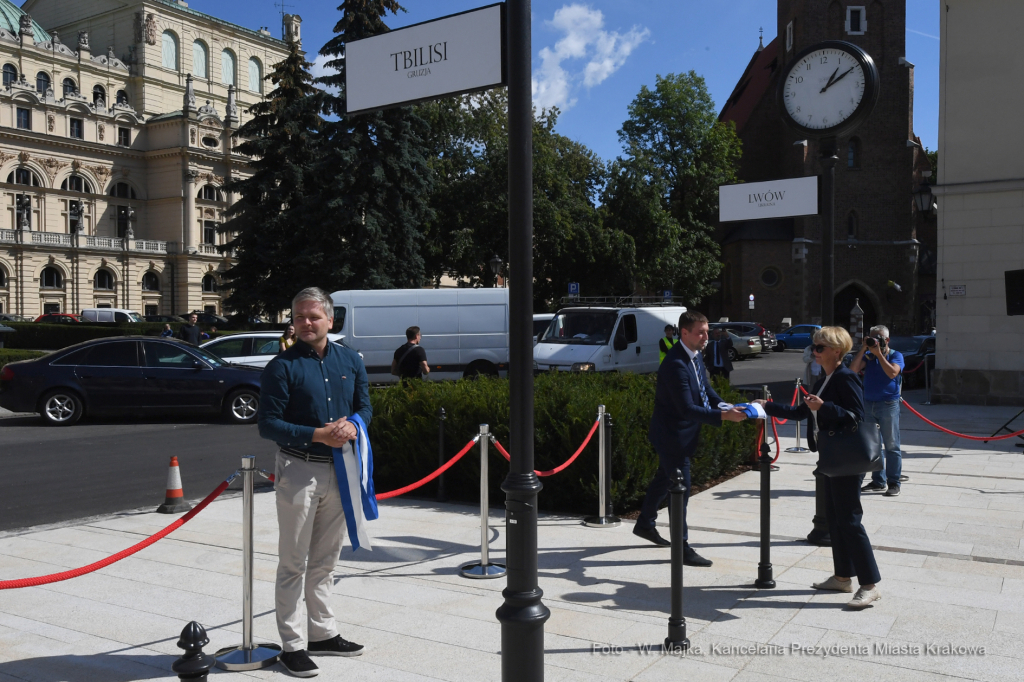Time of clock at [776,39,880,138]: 1:09
